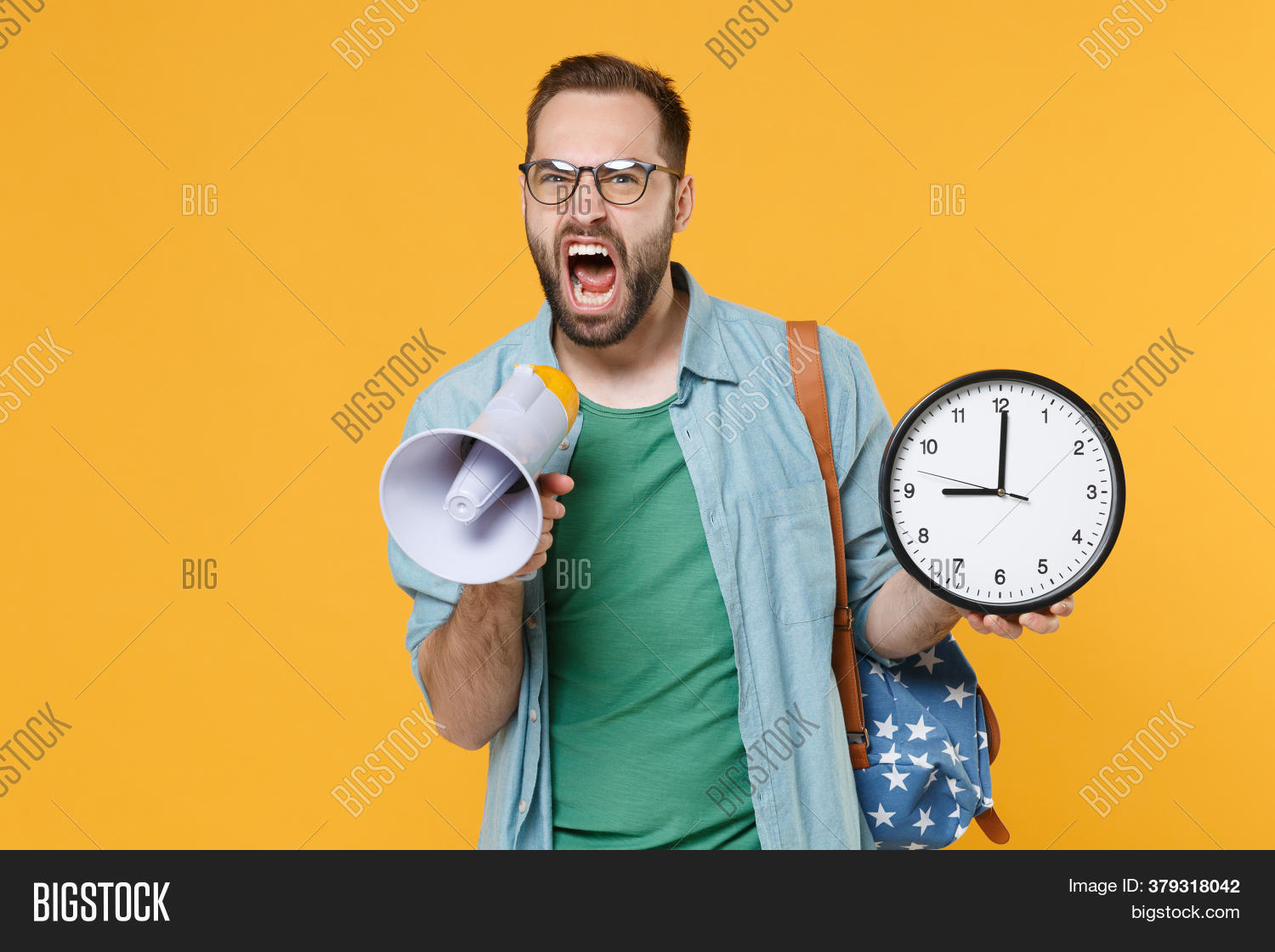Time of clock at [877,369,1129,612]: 9:00
